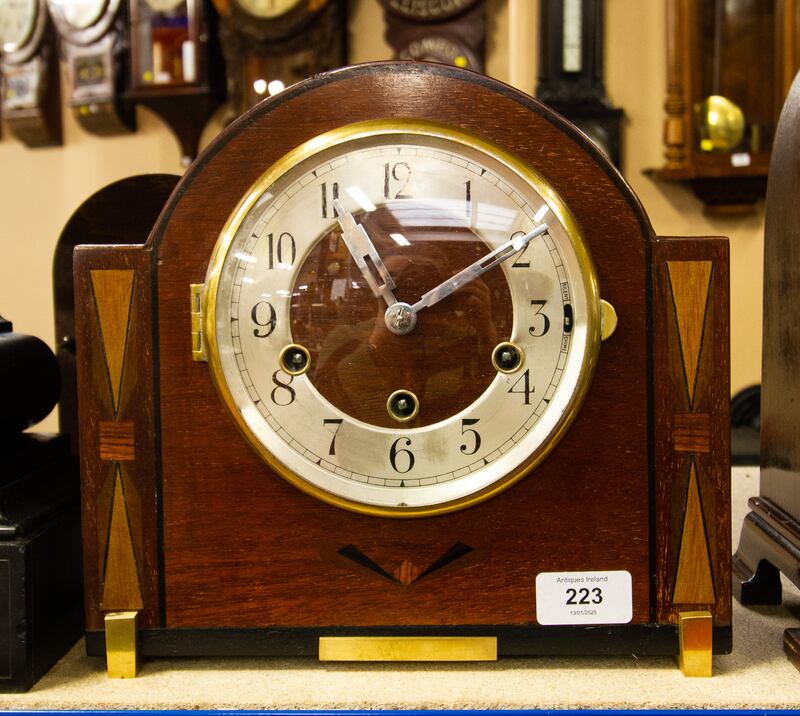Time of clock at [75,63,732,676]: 11:09
